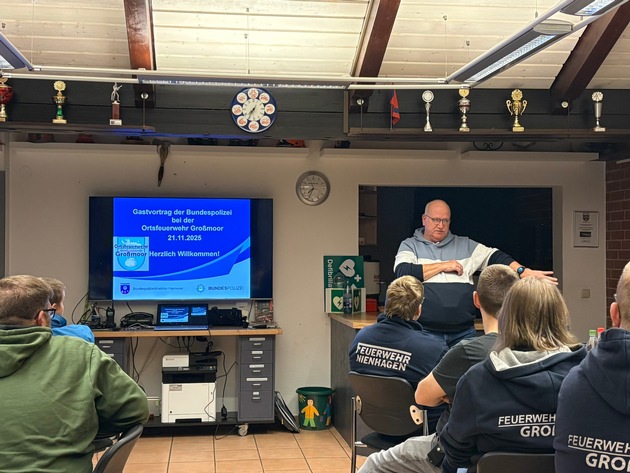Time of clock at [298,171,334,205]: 7:33
